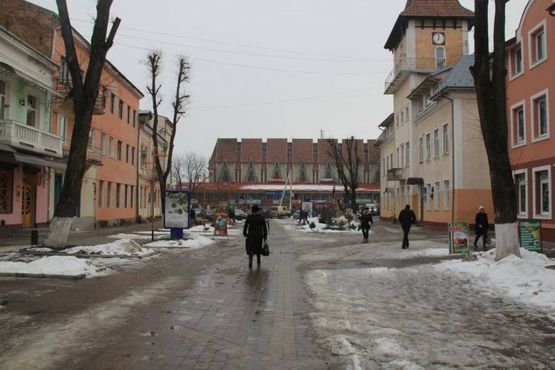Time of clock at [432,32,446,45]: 7:00
